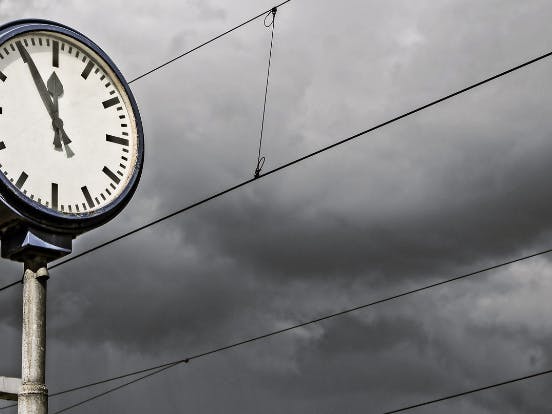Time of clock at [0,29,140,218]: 11:55
